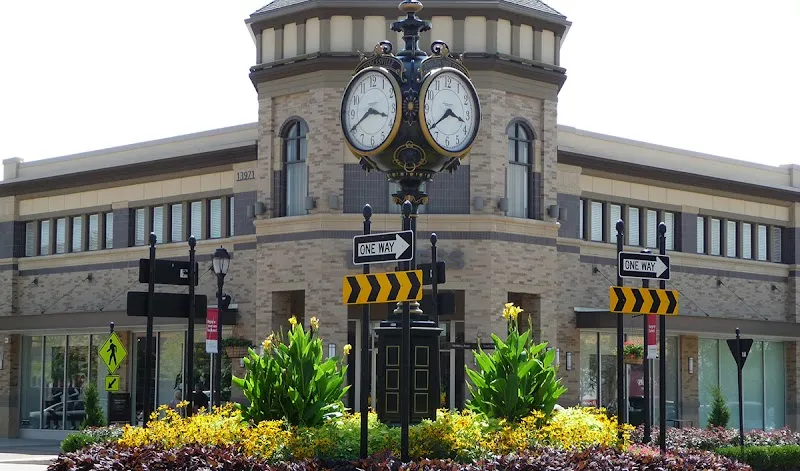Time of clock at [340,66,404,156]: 3:40
